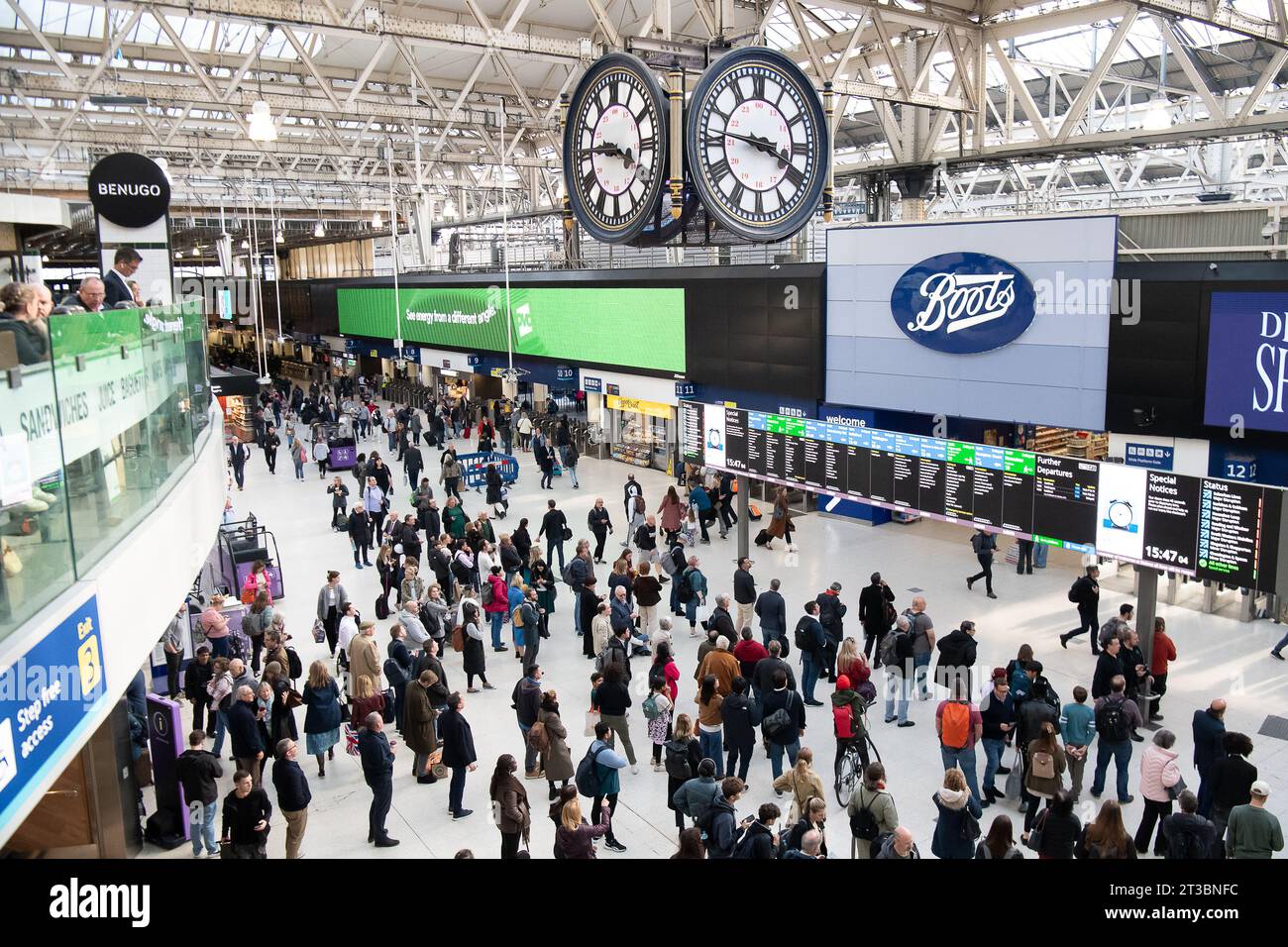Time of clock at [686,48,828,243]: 3:46
